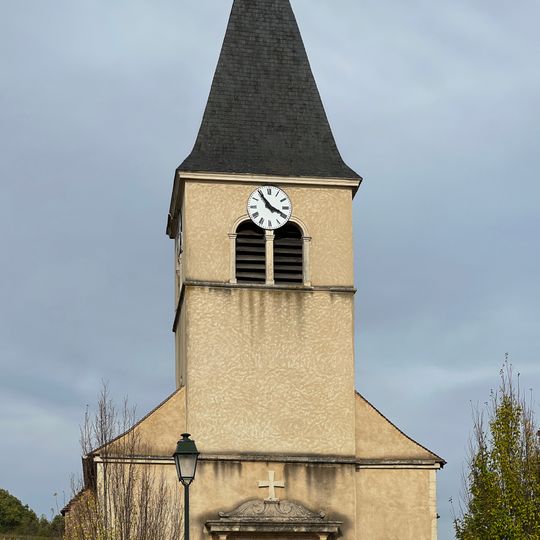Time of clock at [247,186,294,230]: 3:54
